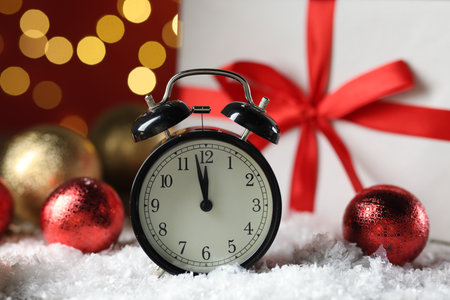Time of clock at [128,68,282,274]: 11:58
